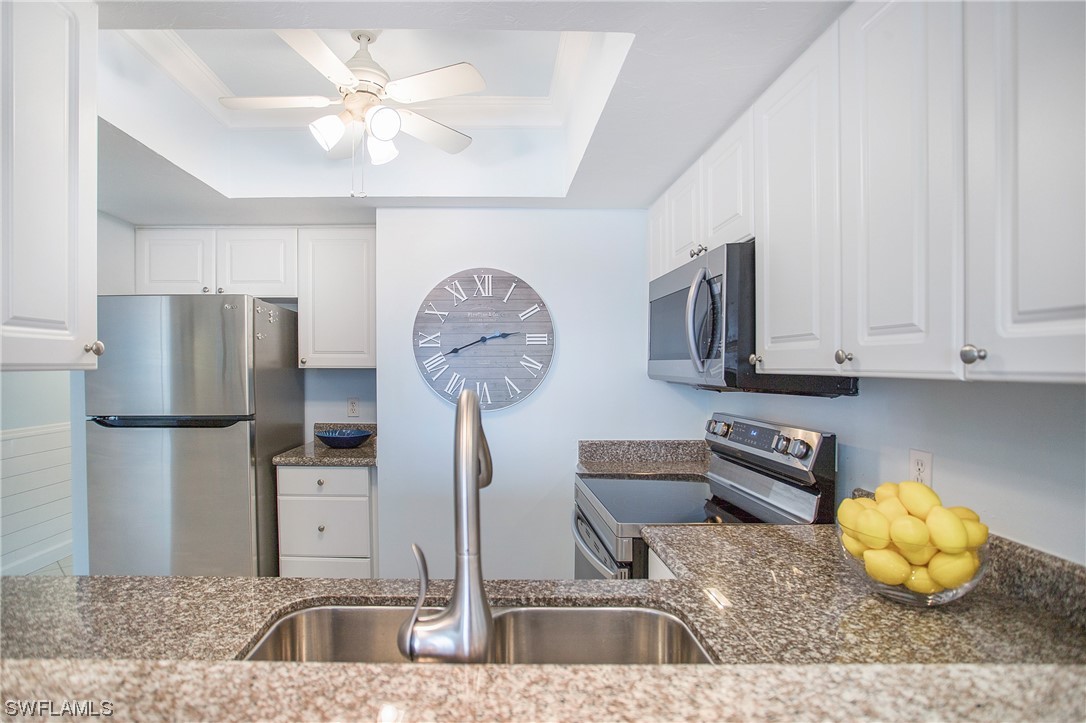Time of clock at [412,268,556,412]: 2:41
